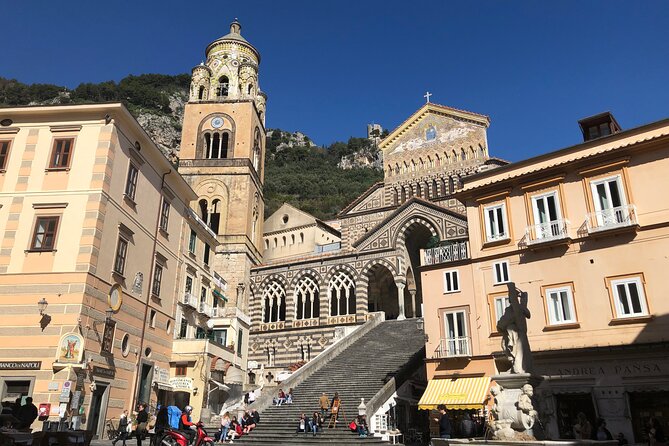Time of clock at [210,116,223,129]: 8:36
